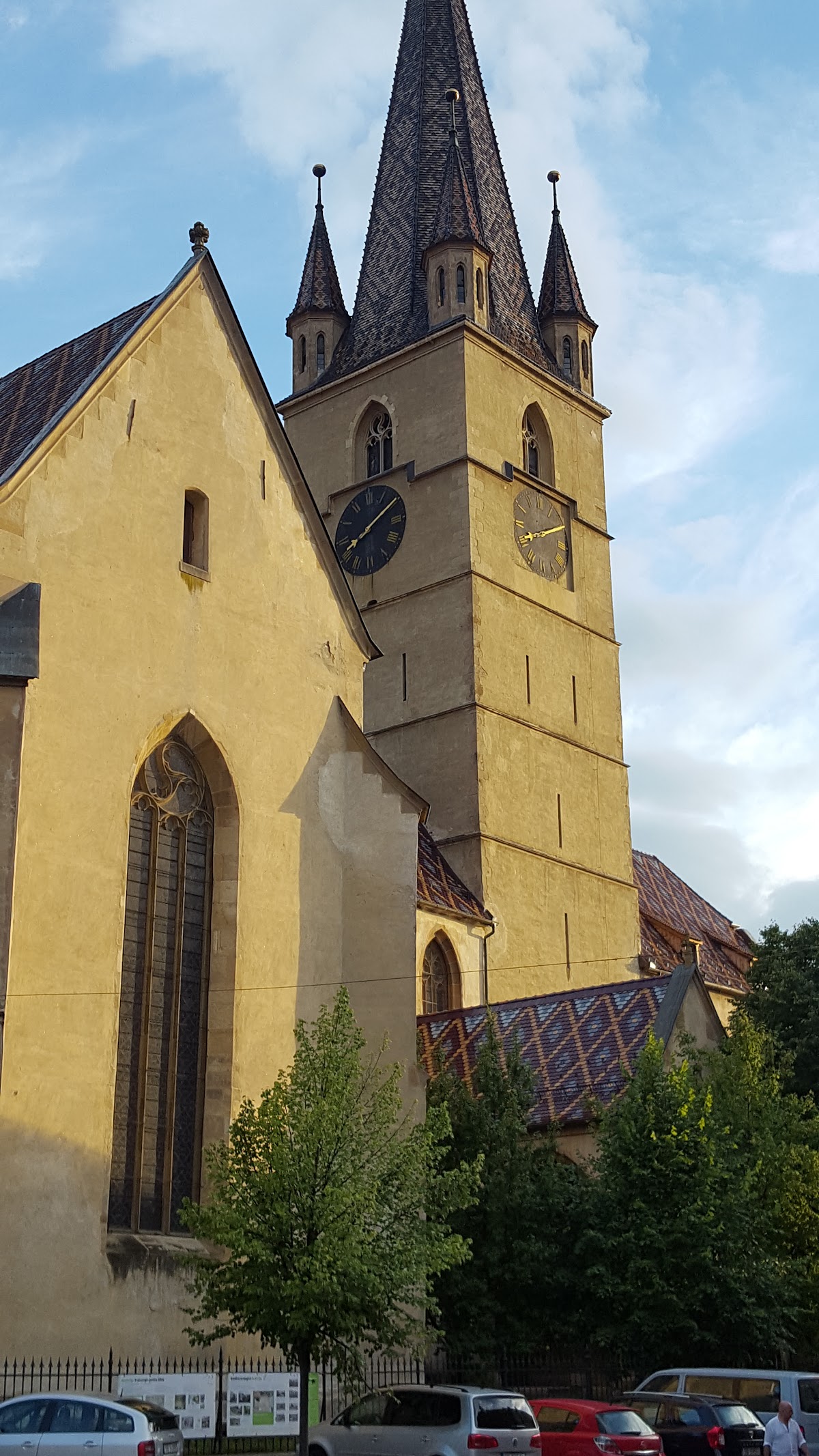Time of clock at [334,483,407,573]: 8:09
